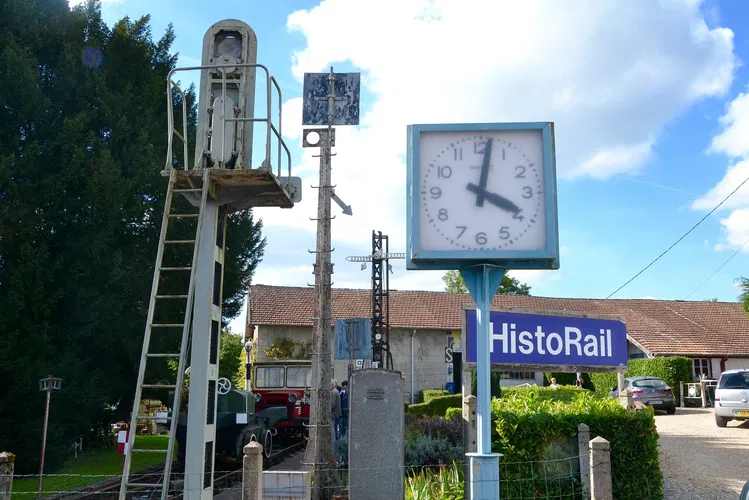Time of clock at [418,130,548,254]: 4:01
